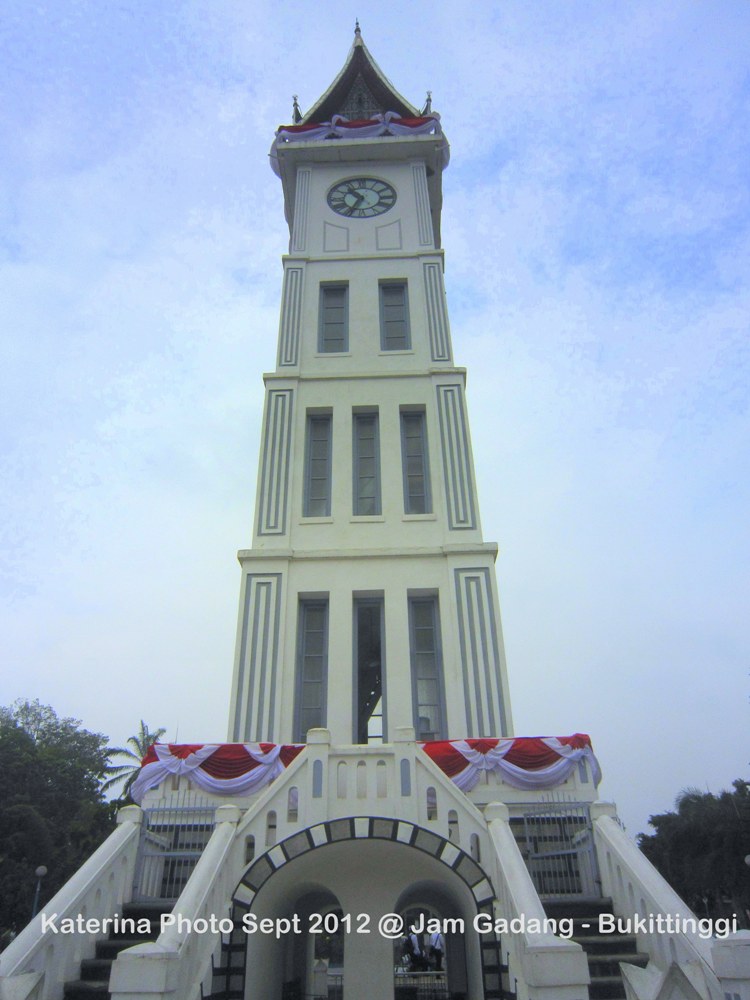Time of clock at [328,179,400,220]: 10:34
